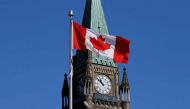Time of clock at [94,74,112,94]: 10:51
